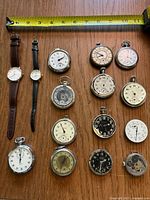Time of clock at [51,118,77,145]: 5:54
